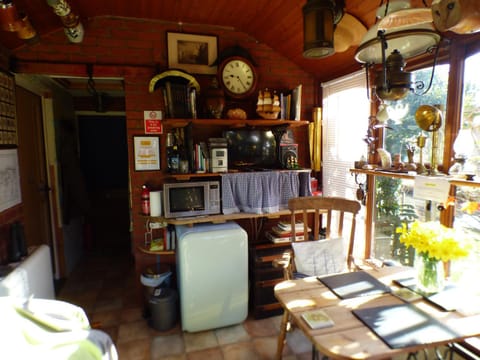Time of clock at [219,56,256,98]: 9:24
